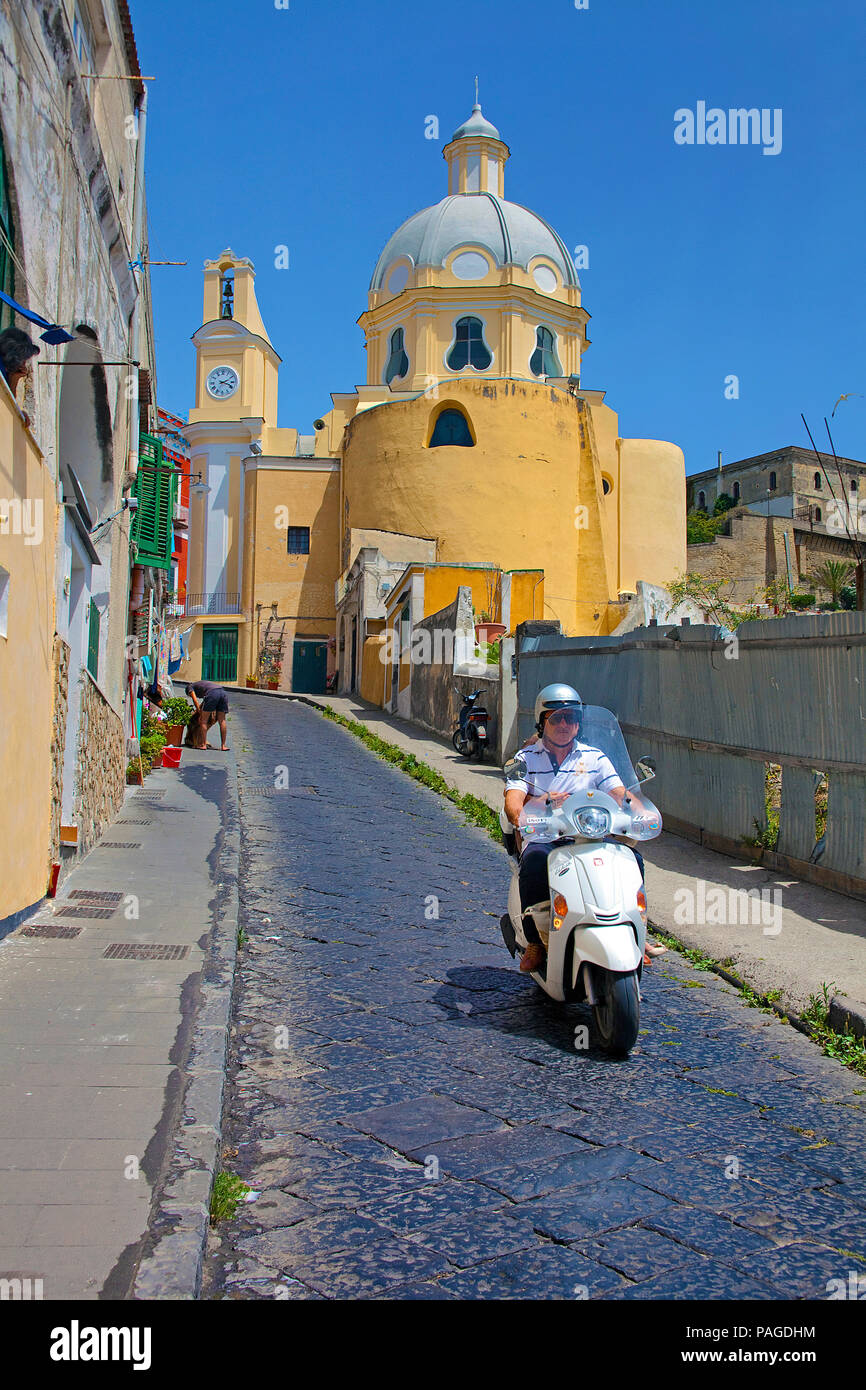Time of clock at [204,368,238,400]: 2:18
